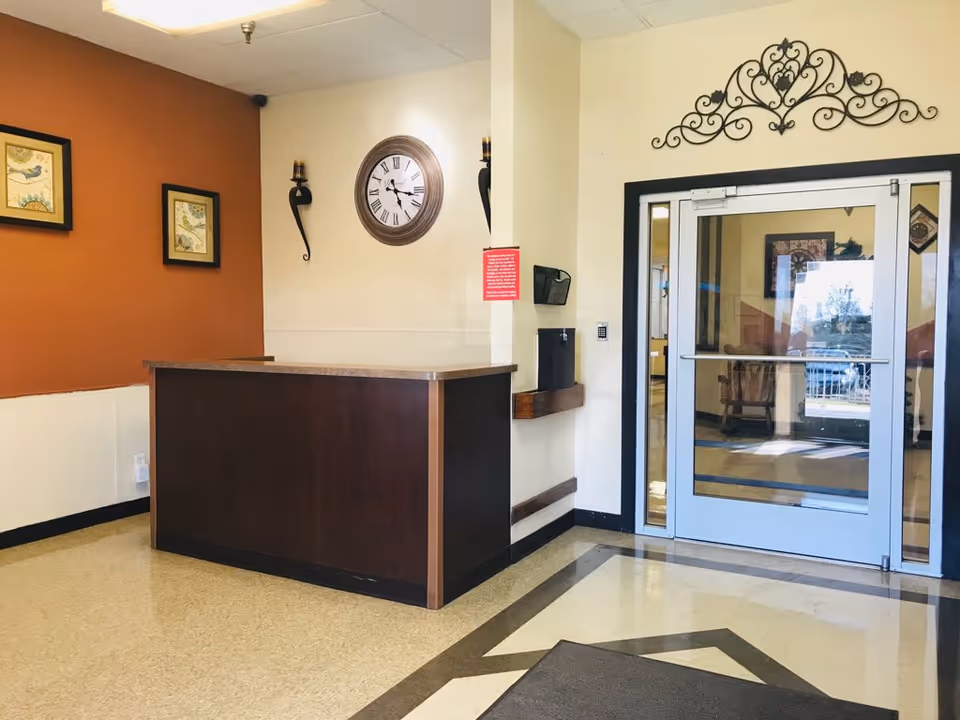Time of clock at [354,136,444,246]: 5:17
